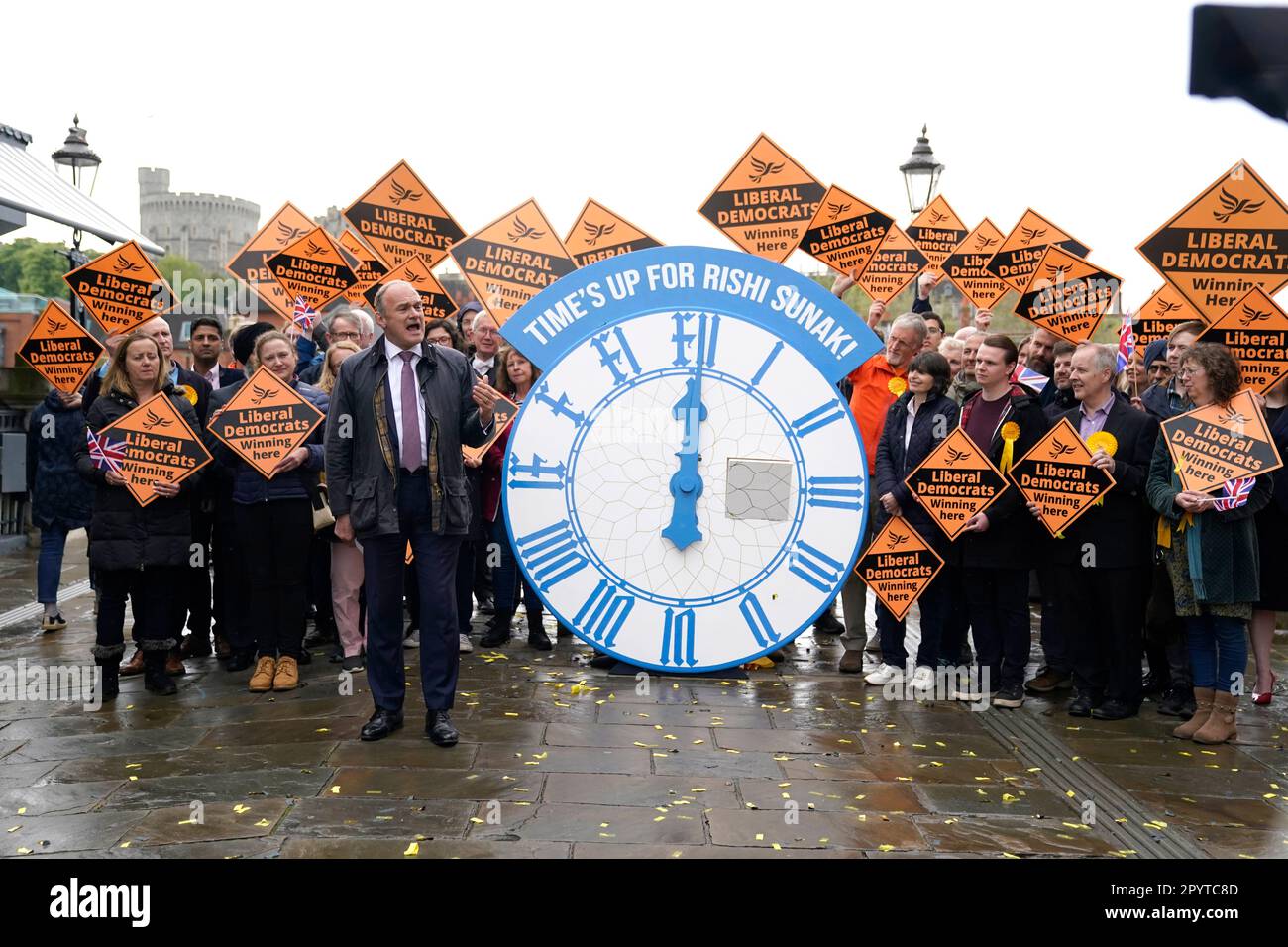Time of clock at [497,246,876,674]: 6:00
